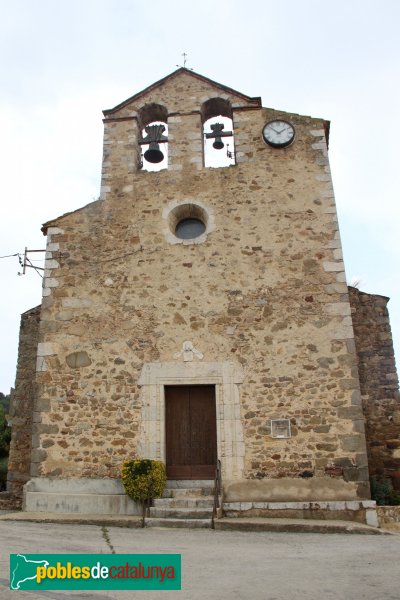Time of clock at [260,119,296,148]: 1:52
